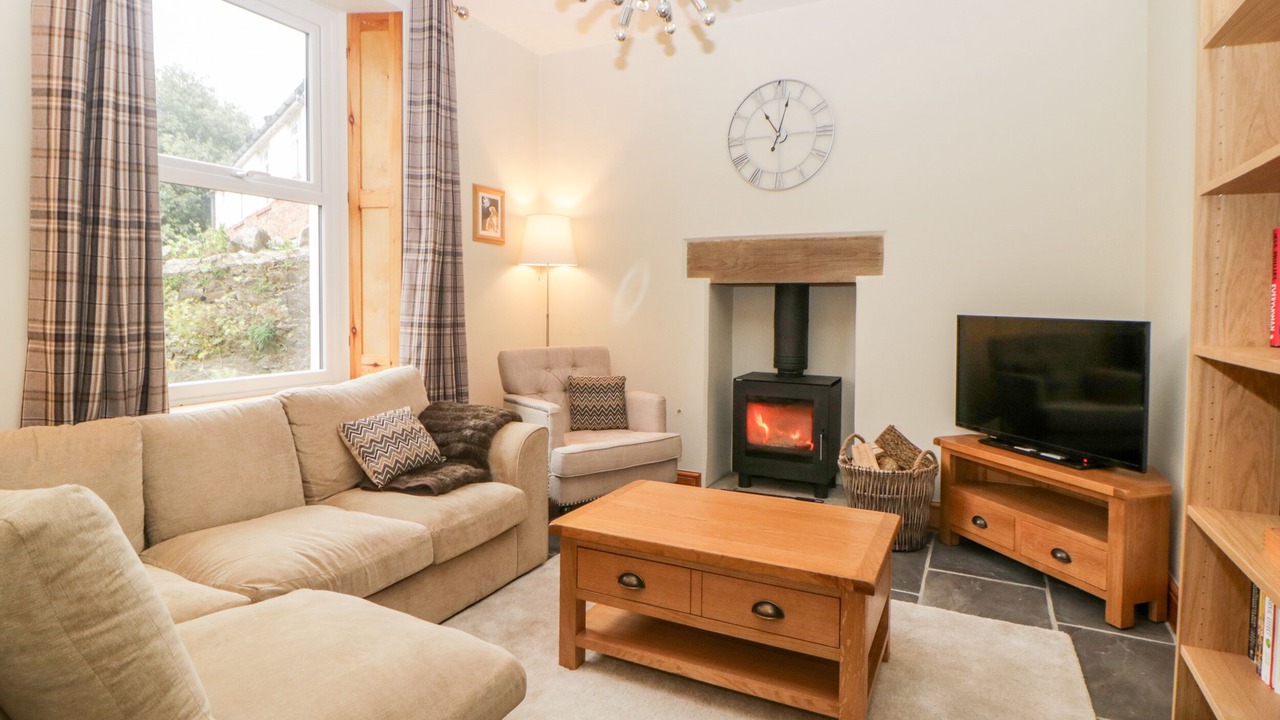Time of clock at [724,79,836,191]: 11:02
